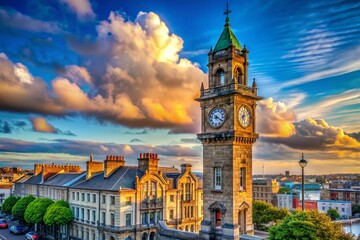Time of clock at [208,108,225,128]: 8:19
